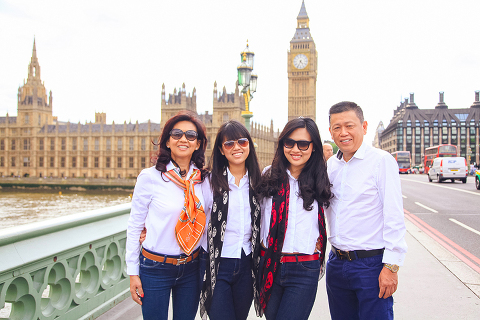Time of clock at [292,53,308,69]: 4:34
